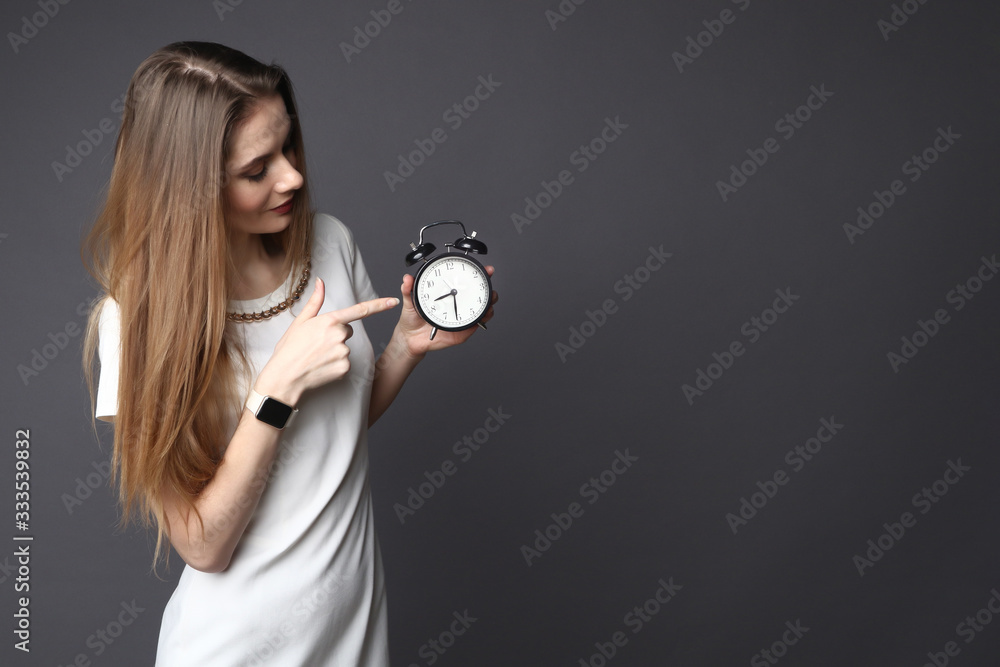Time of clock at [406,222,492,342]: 8:30
